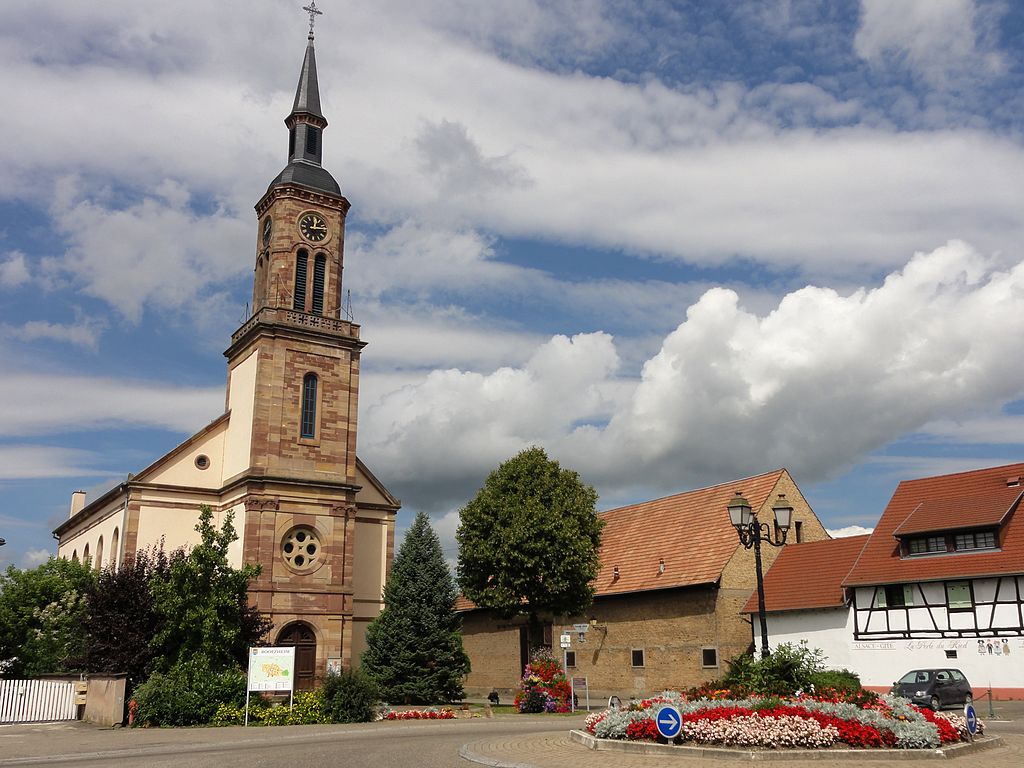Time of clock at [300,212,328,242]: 12:14
